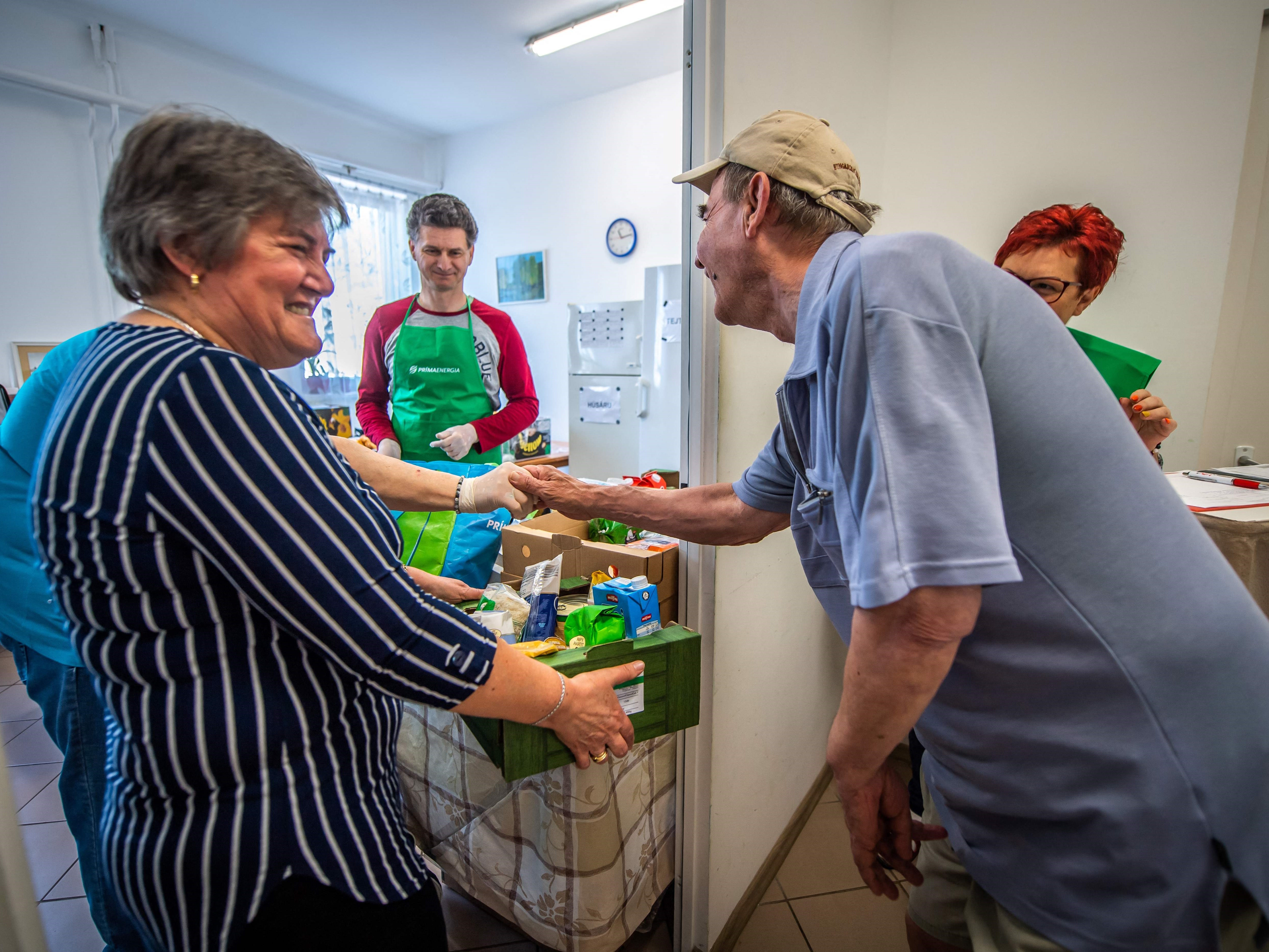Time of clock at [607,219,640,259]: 11:13
